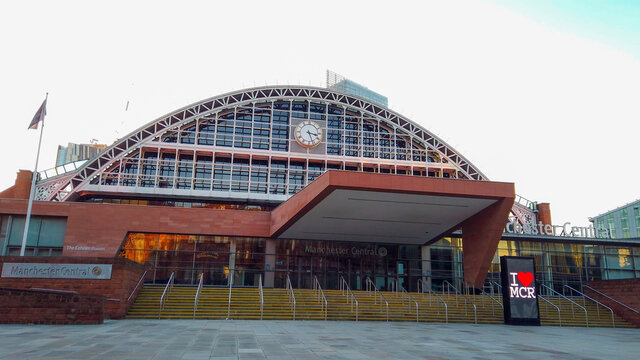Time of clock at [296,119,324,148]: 3:26
